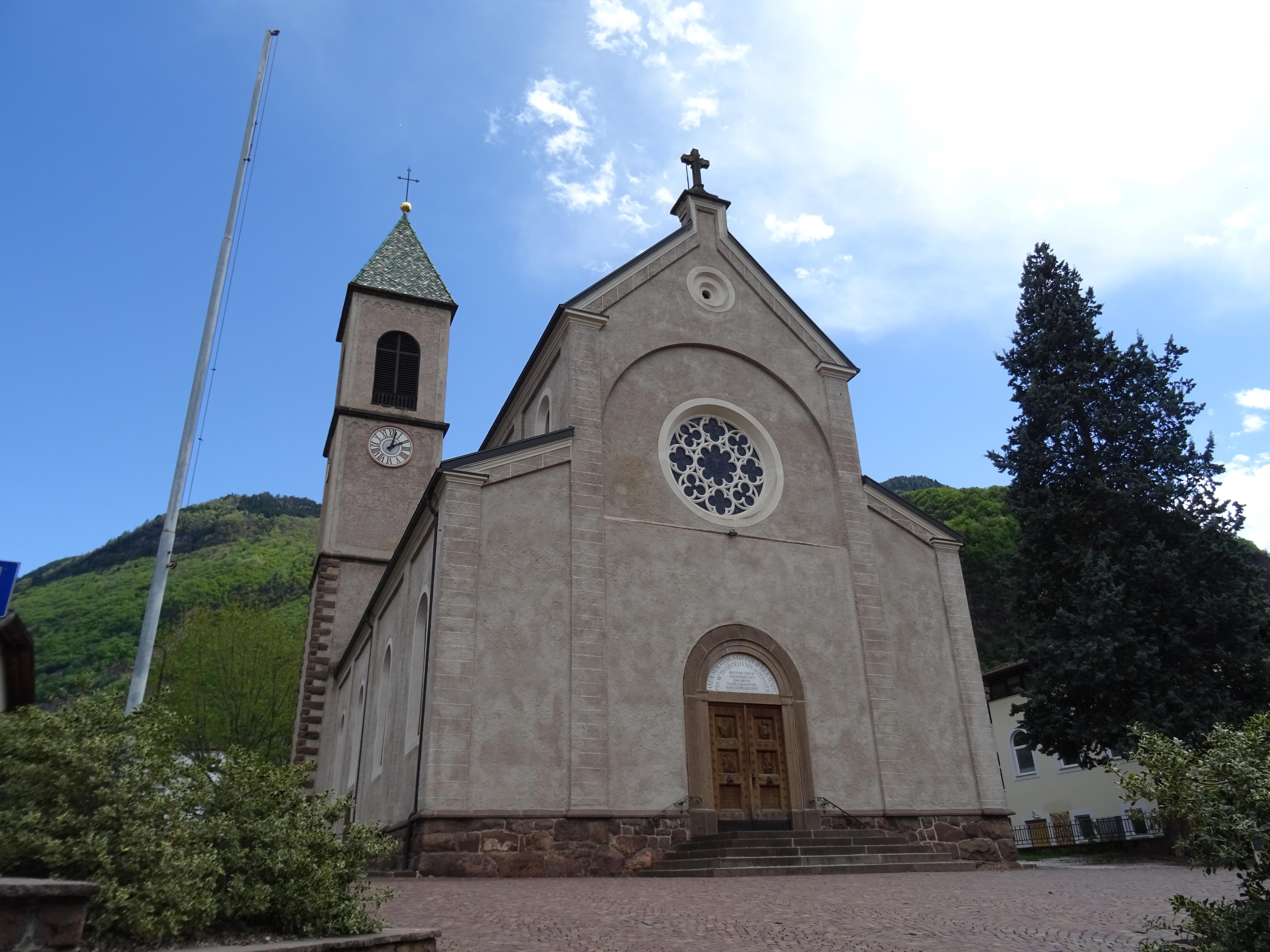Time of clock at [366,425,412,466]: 2:02
